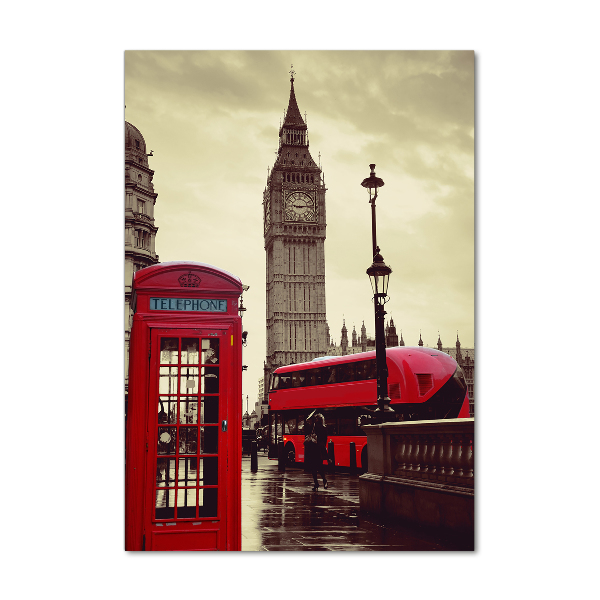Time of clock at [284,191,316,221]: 9:14
